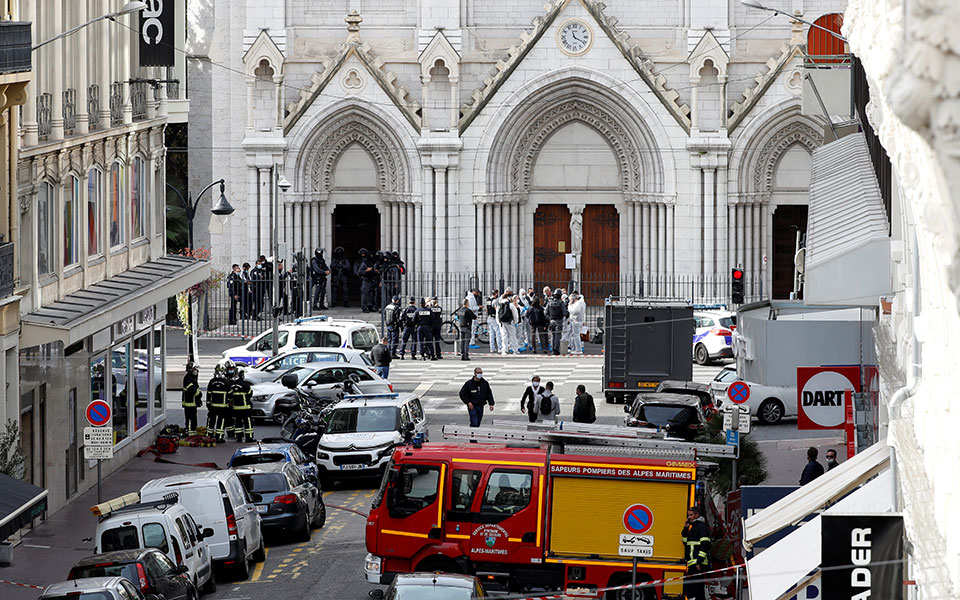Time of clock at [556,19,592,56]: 11:19
